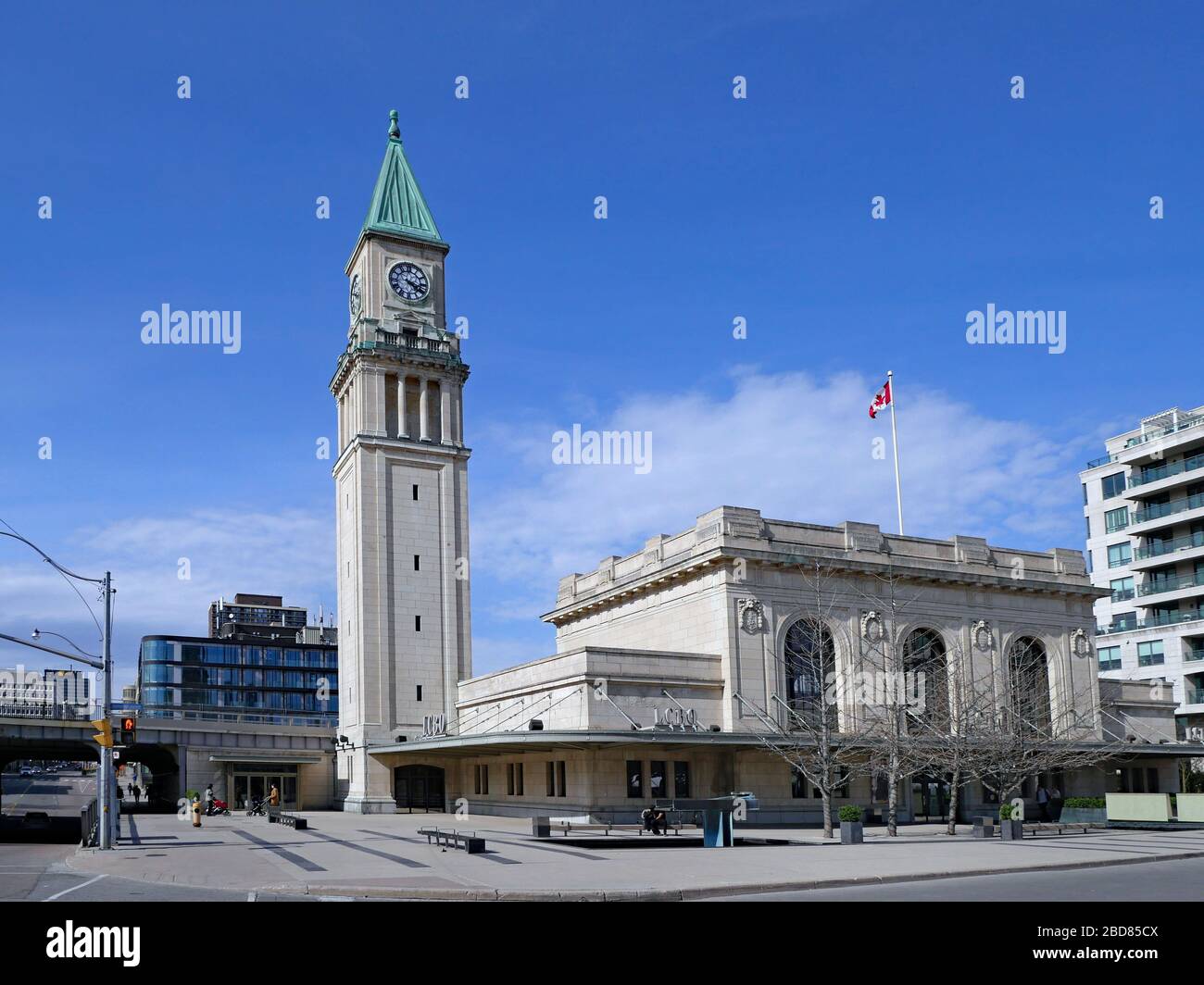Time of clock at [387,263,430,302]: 4:17
